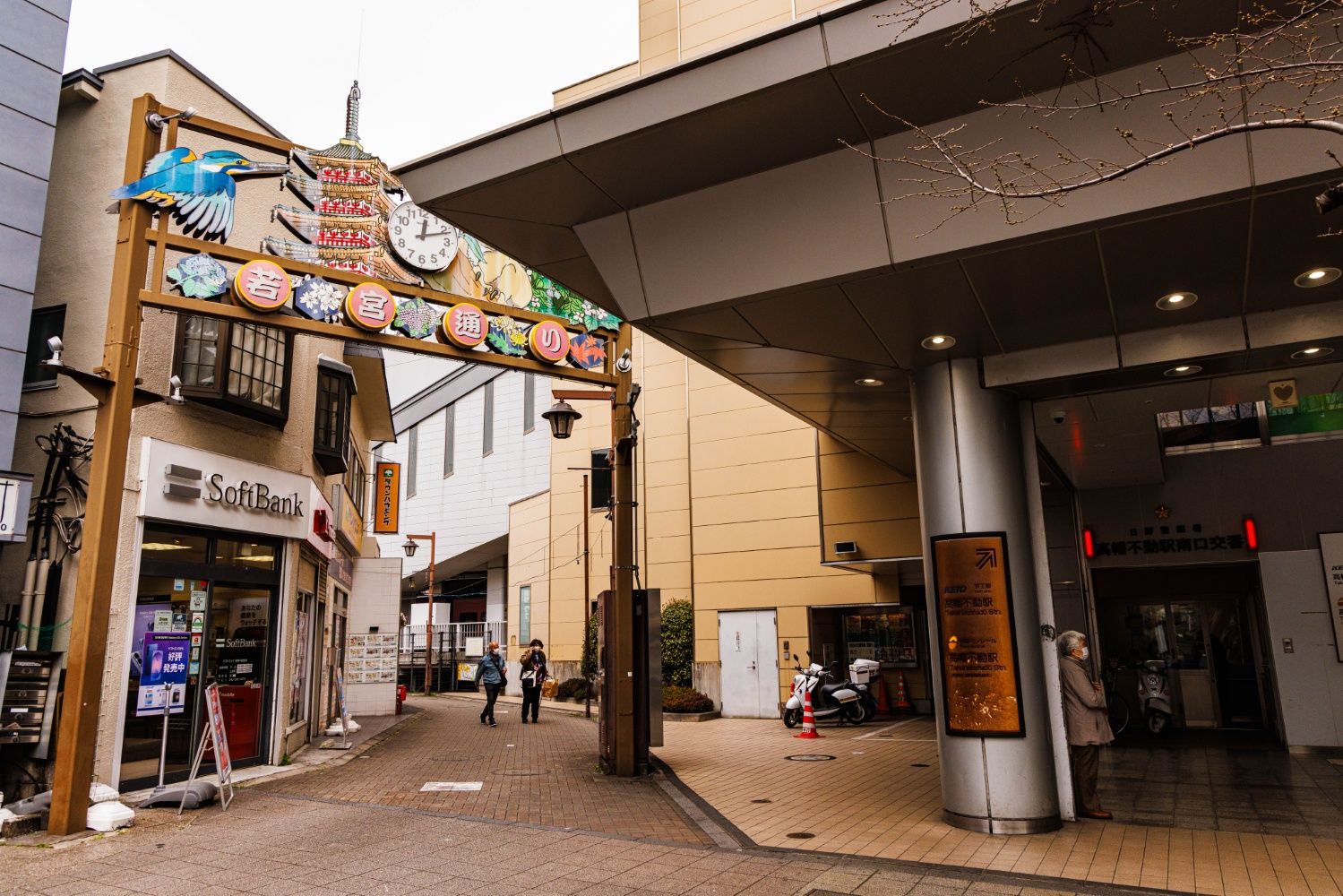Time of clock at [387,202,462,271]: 12:10
